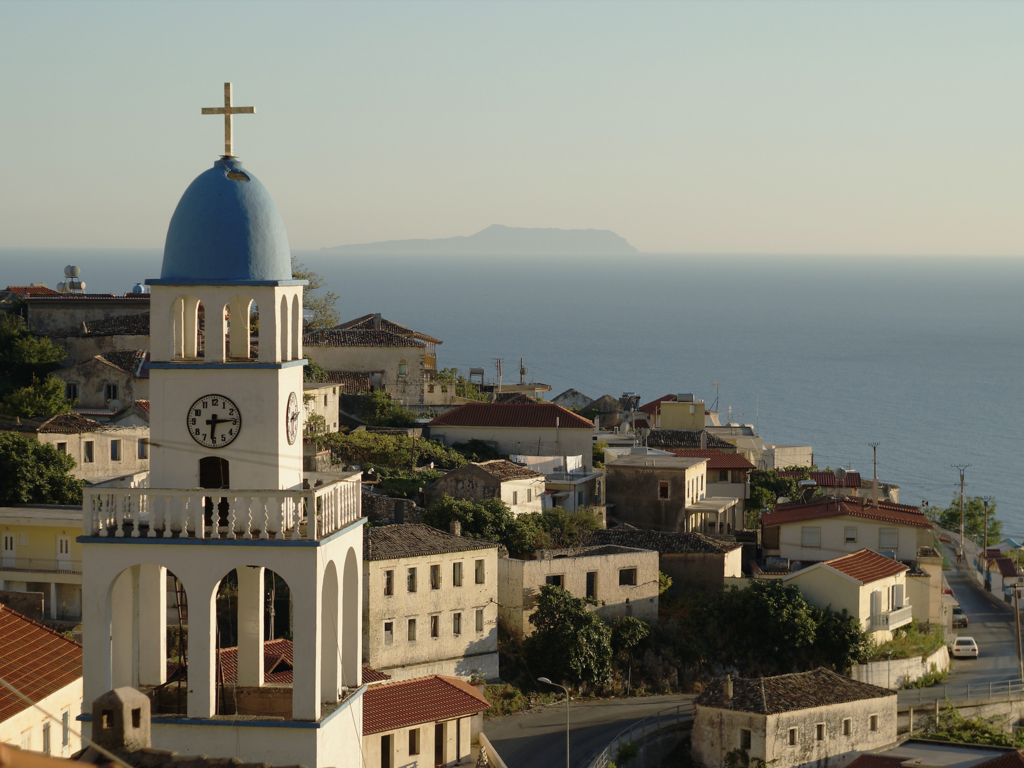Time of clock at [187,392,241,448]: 6:14
